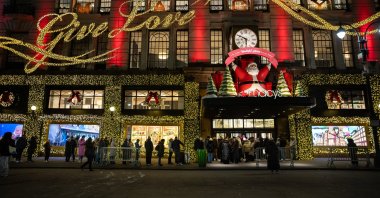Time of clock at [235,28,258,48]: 5:49
